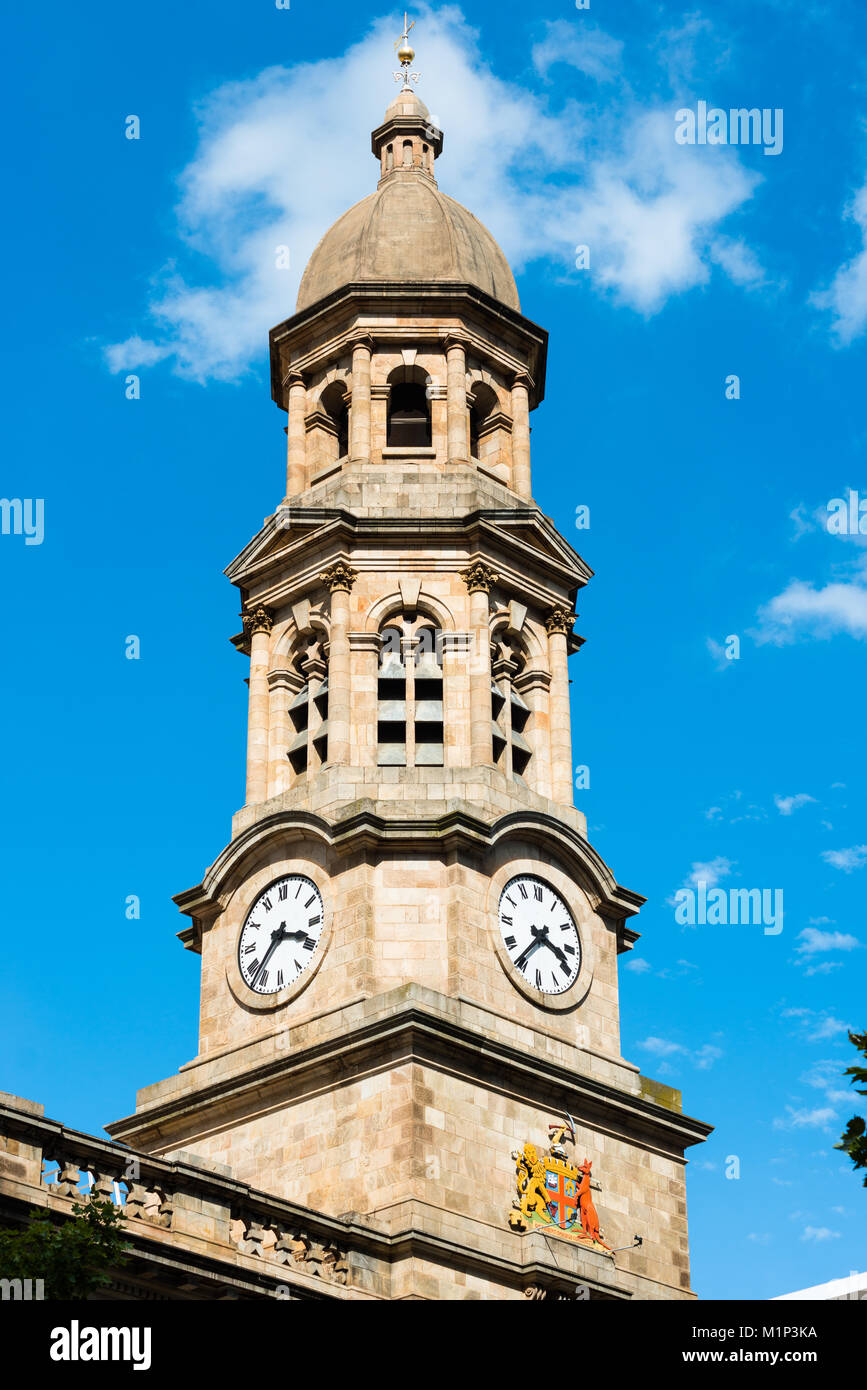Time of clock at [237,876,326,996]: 3:37
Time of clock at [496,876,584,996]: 3:36
